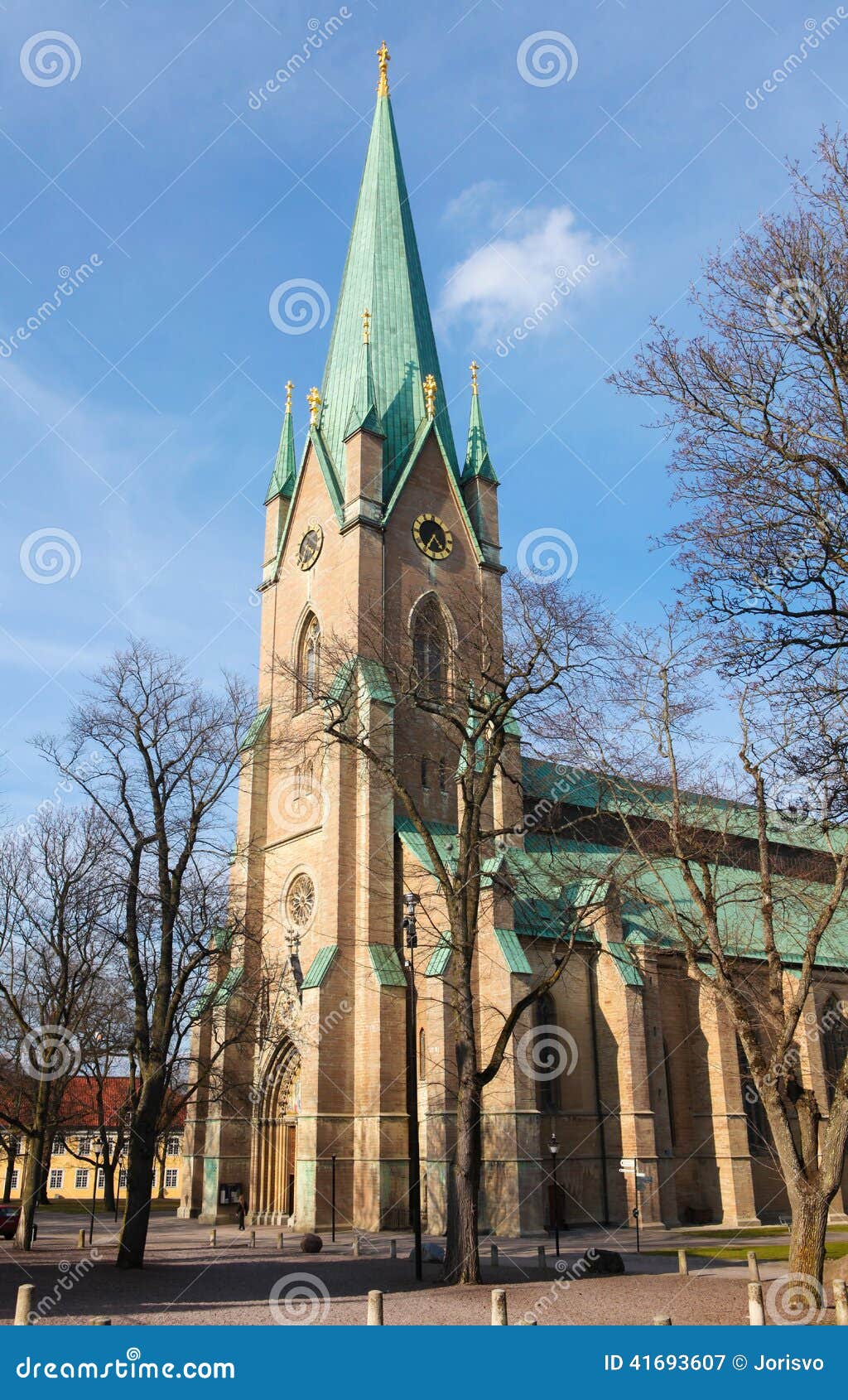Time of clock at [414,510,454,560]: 4:35
